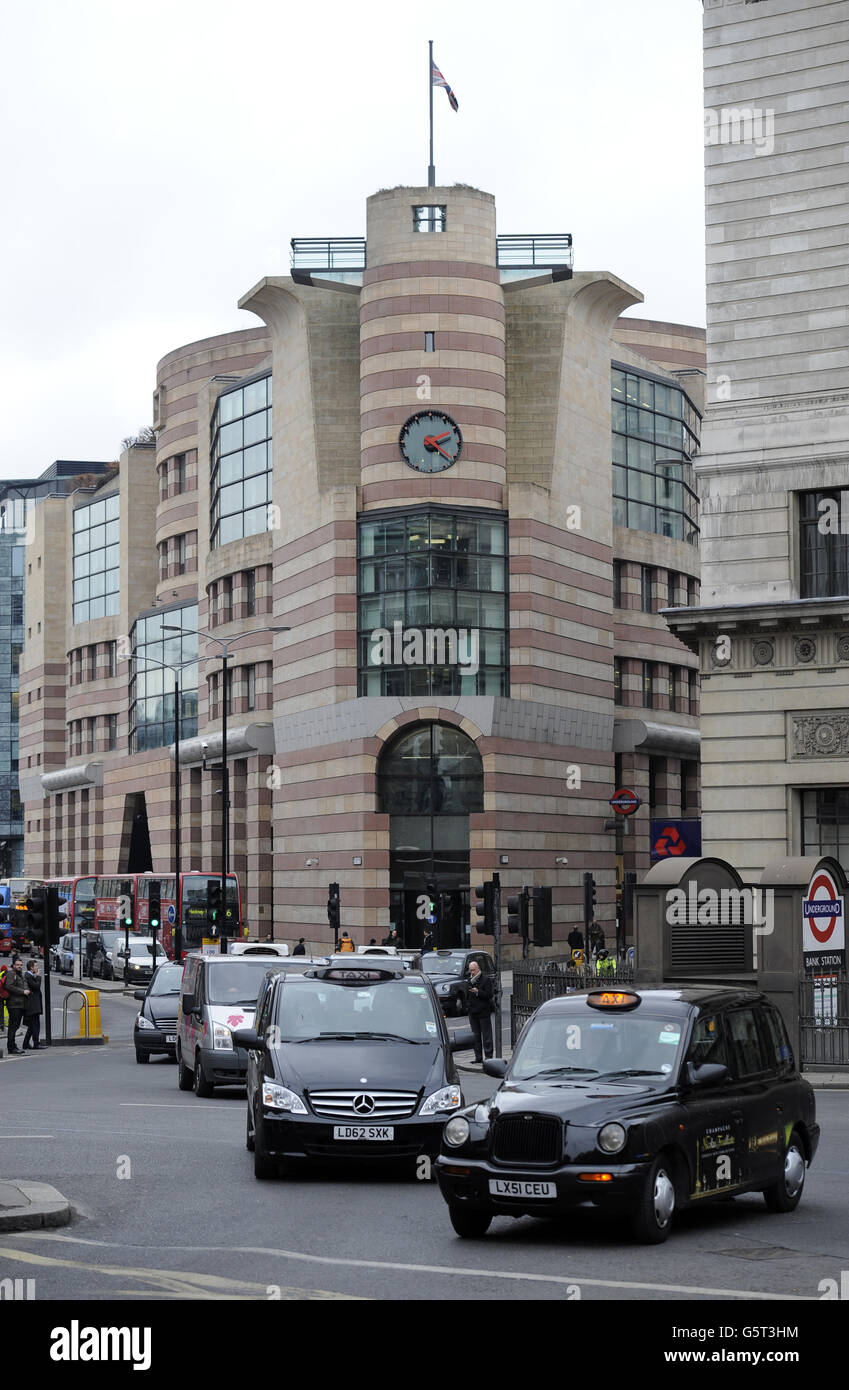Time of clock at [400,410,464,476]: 2:22
